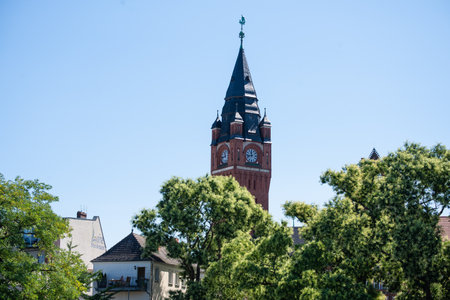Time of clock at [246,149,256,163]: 11:42
